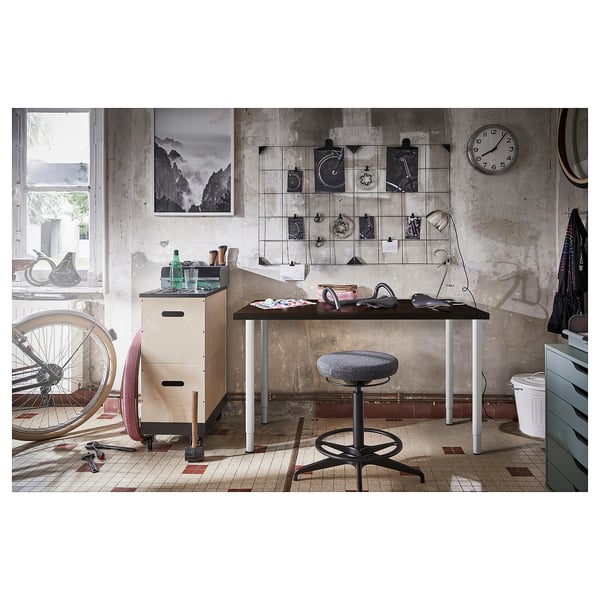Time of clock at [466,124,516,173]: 8:06
